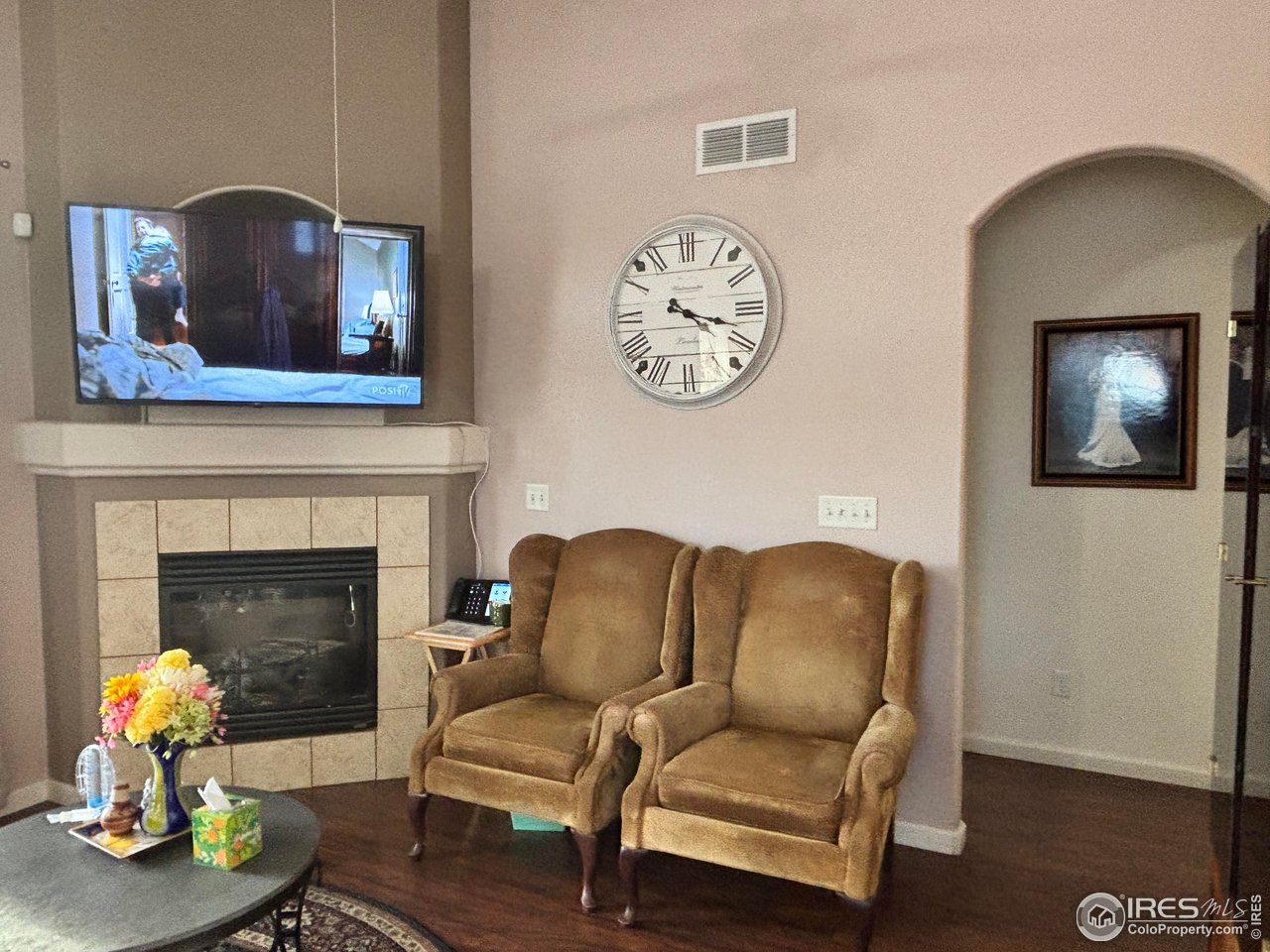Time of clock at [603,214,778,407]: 4:17
